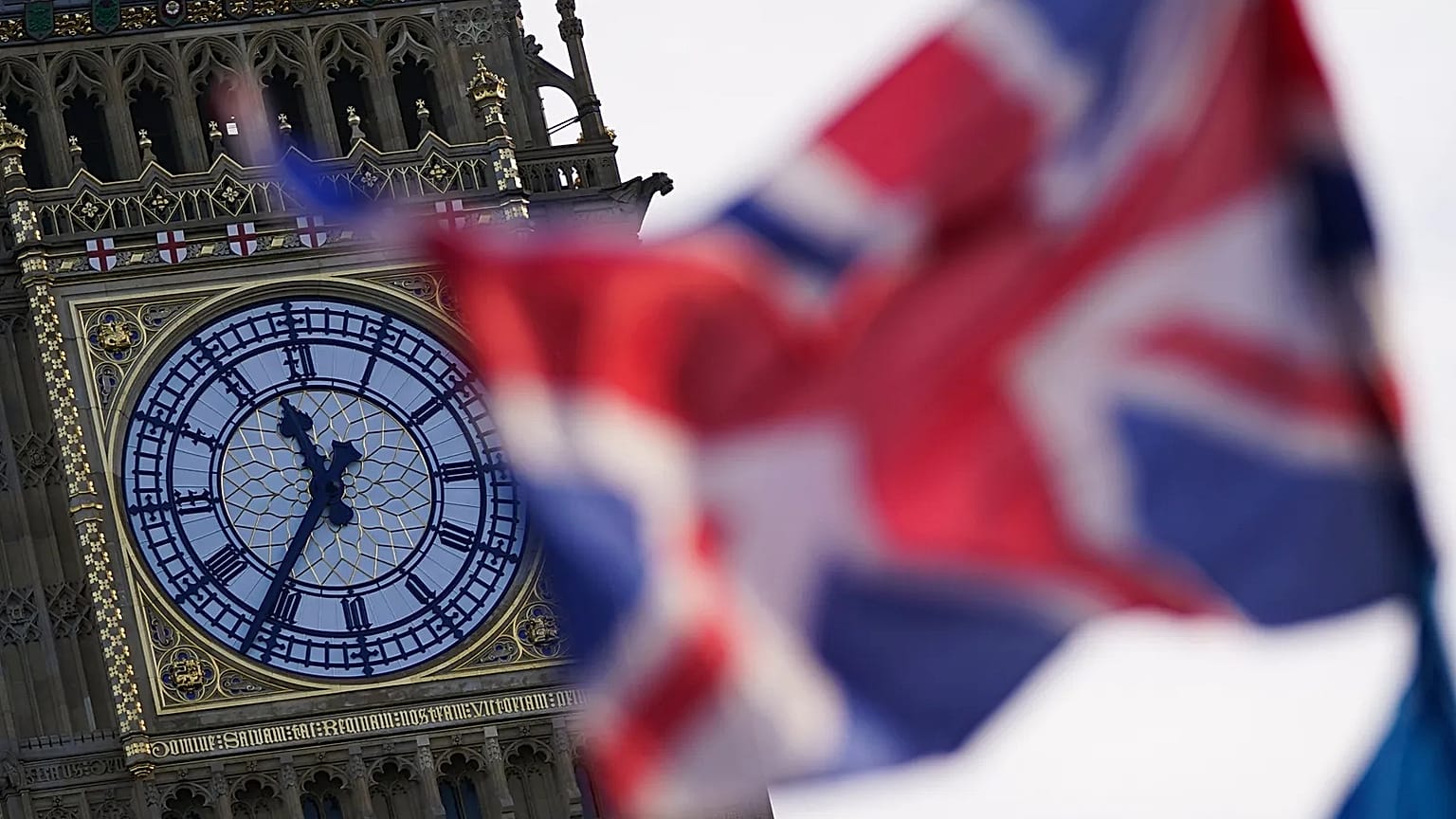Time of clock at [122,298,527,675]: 11:35
